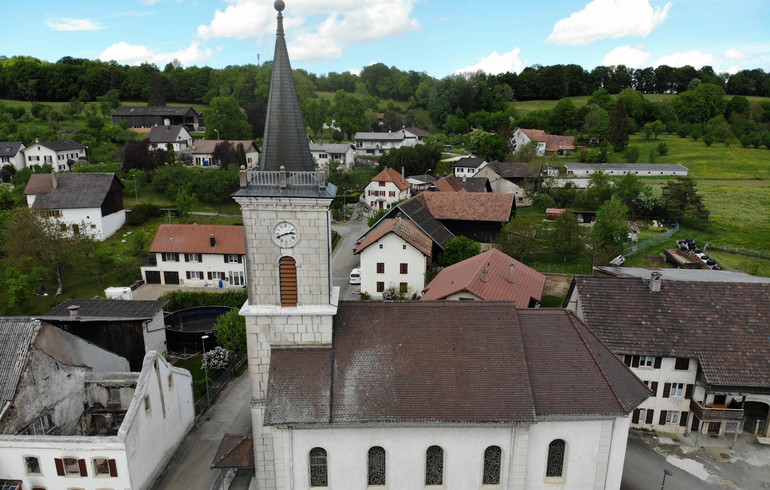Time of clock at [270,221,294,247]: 2:41
